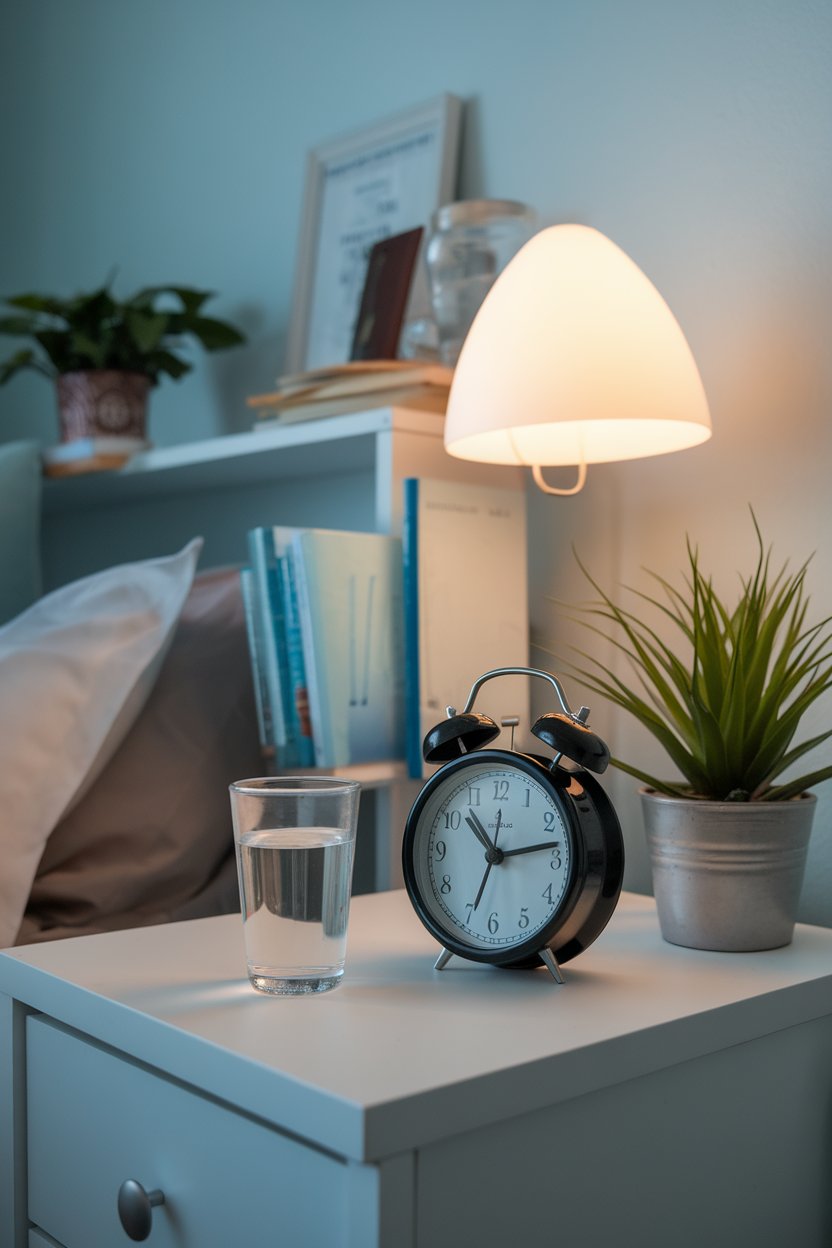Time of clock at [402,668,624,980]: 10:13
